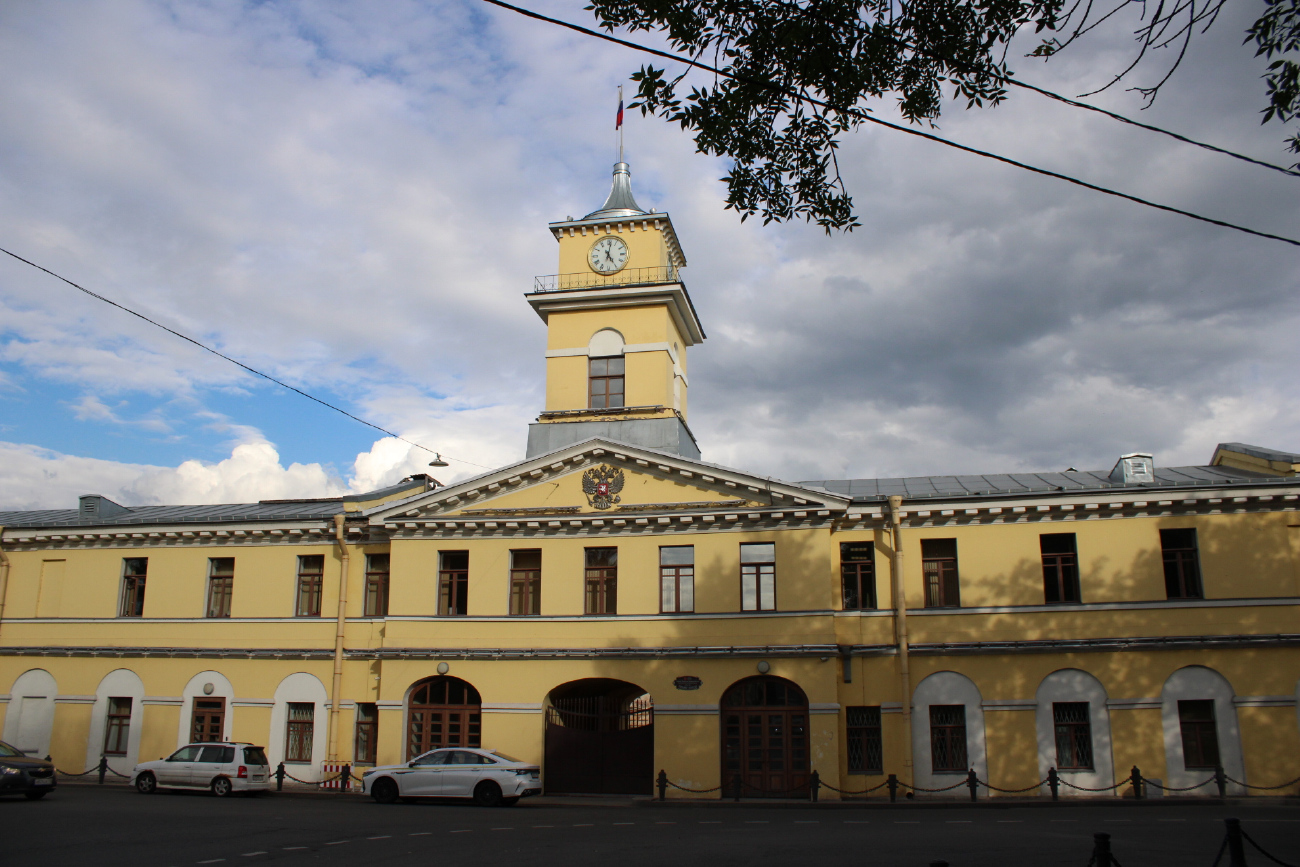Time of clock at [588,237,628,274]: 5:01
